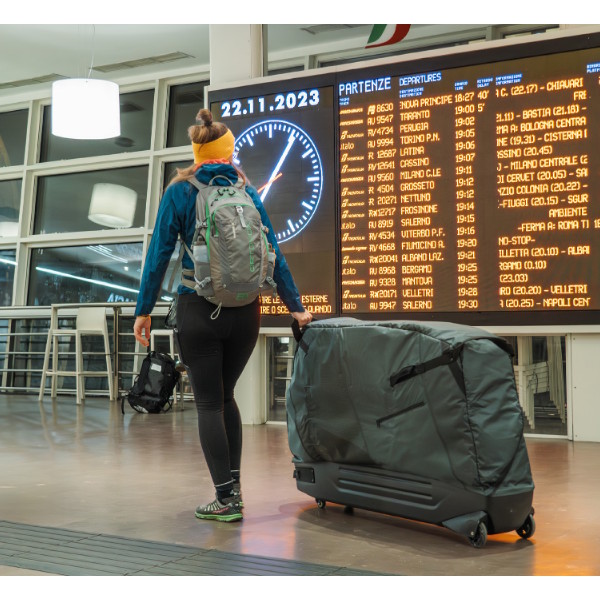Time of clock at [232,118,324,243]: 1:05
